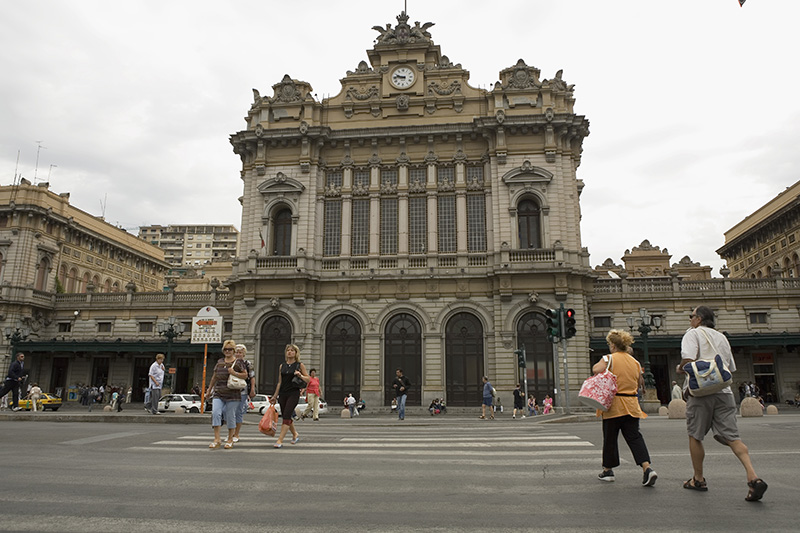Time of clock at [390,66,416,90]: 9:45
